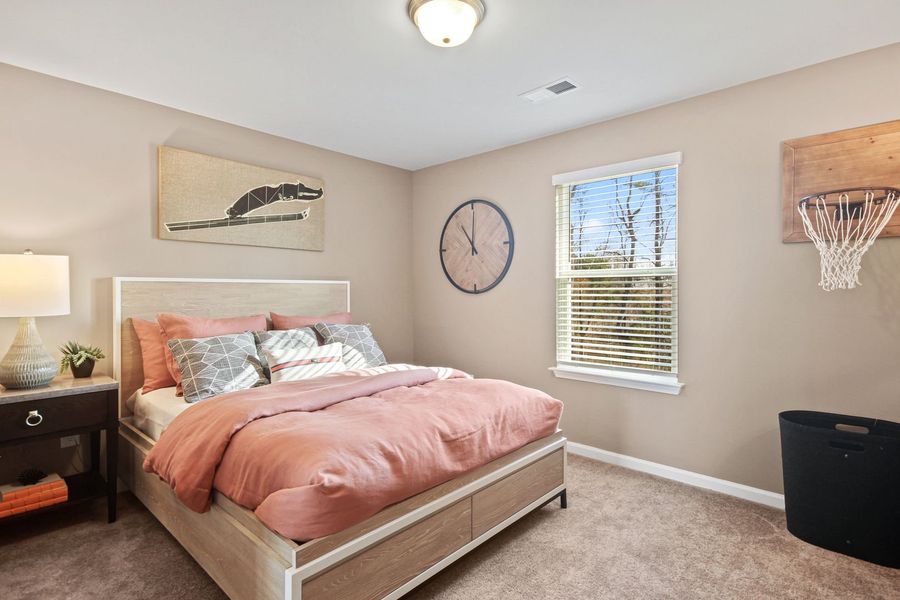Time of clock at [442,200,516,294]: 11:00
